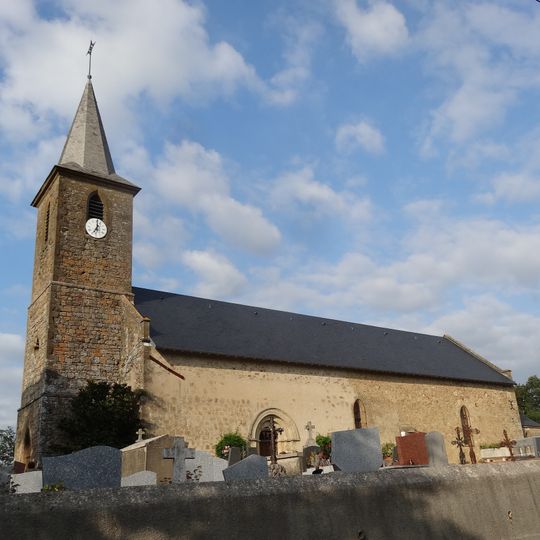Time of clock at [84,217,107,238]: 7:01
